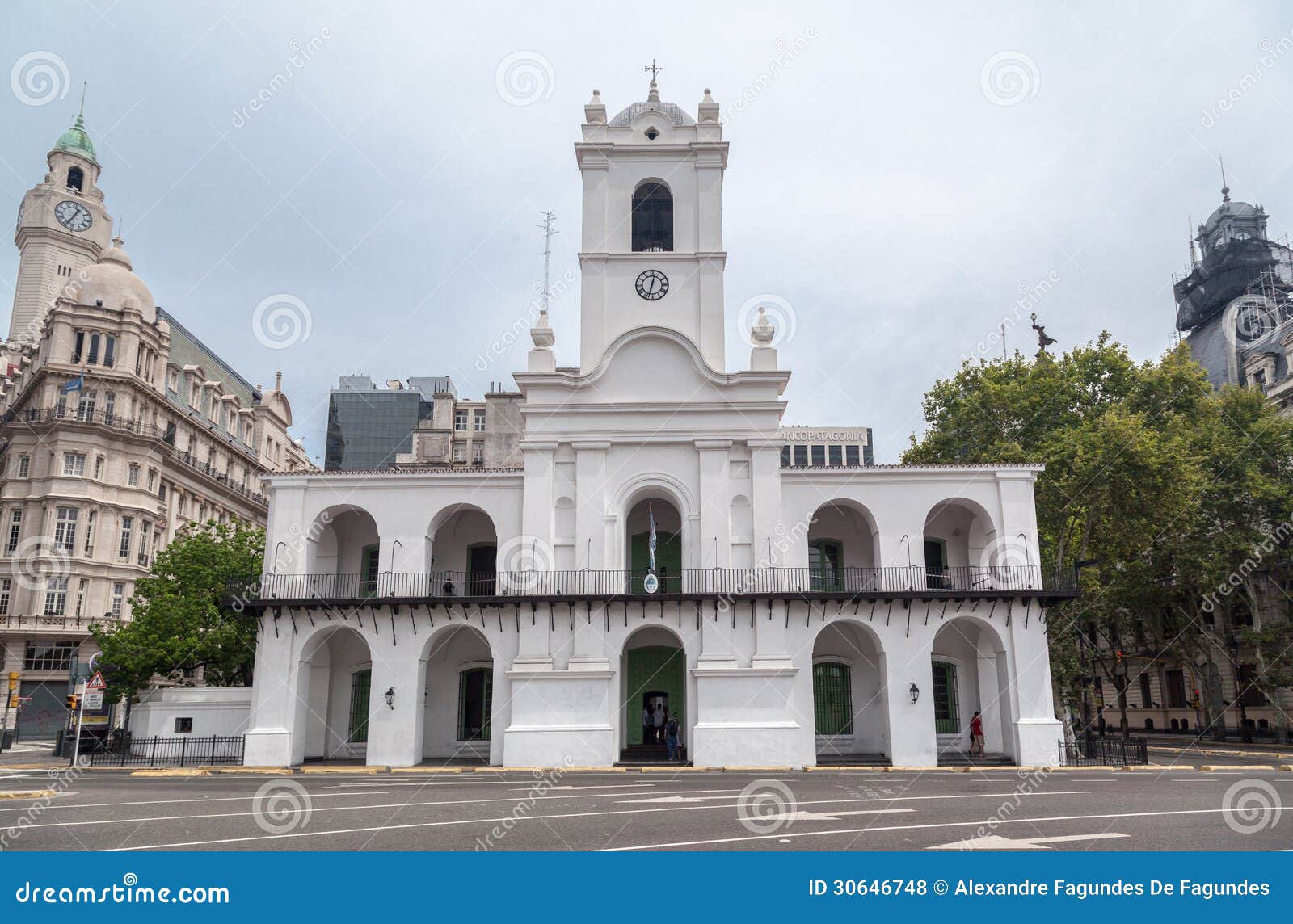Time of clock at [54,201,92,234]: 12:34
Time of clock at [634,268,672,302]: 12:32
